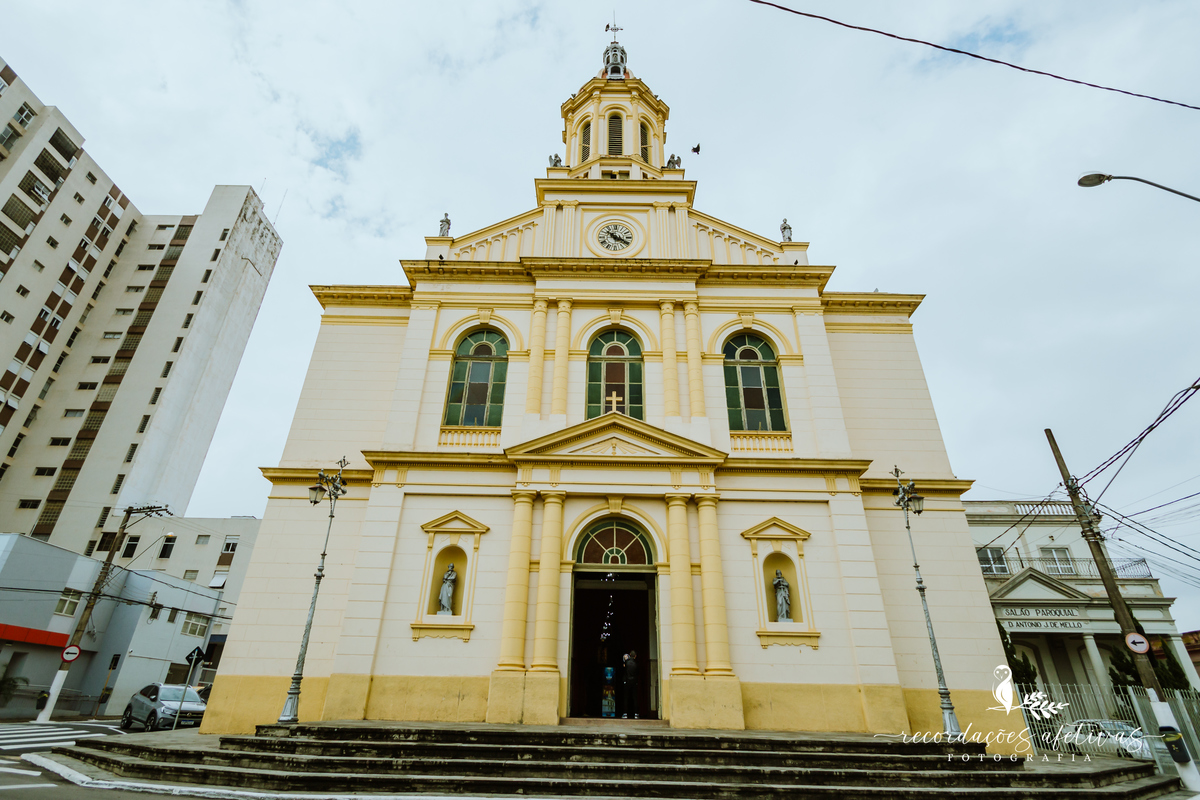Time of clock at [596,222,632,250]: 10:19
